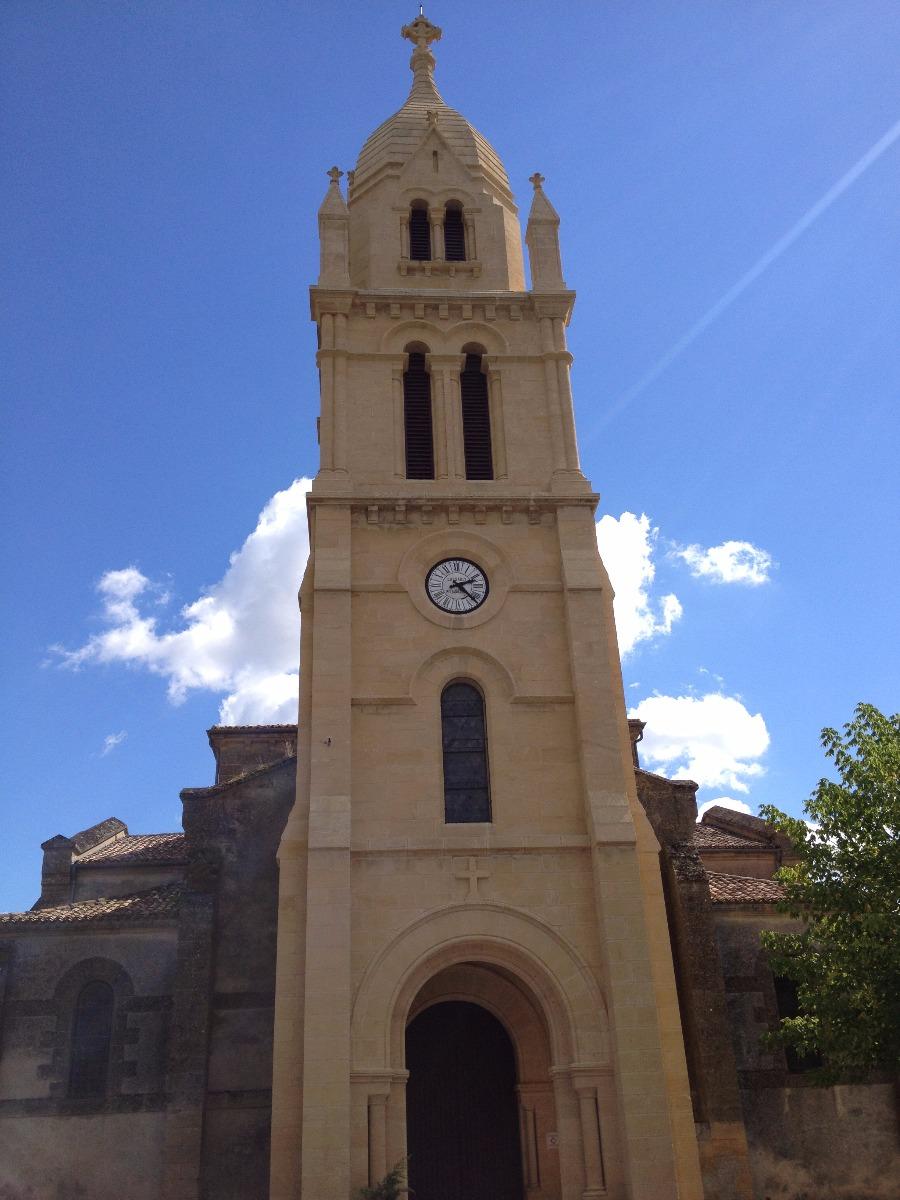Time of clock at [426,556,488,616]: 2:22
